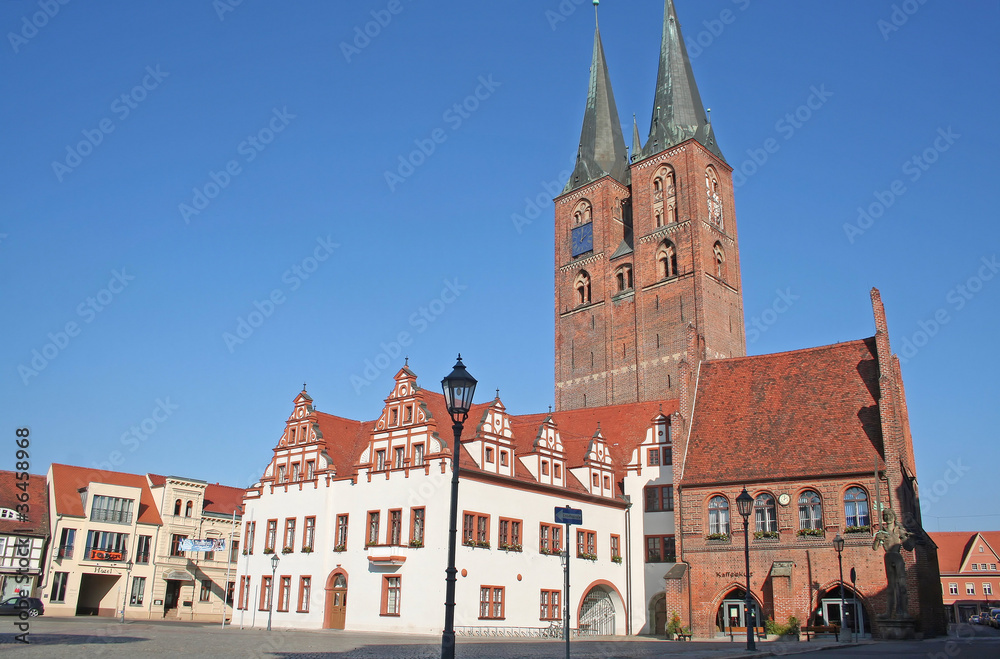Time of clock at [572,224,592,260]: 2:01
